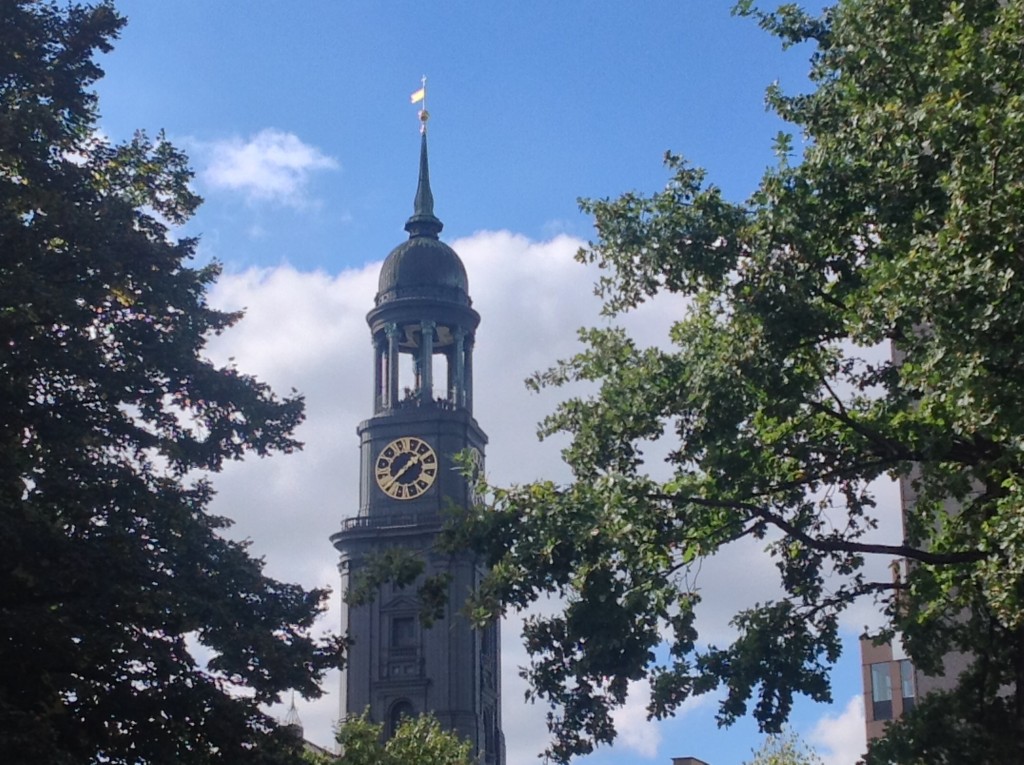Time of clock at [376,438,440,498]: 1:35
